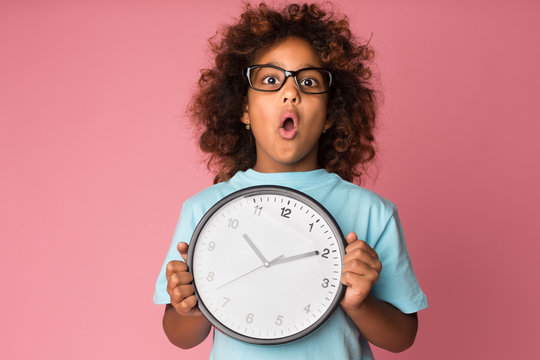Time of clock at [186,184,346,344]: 10:10
